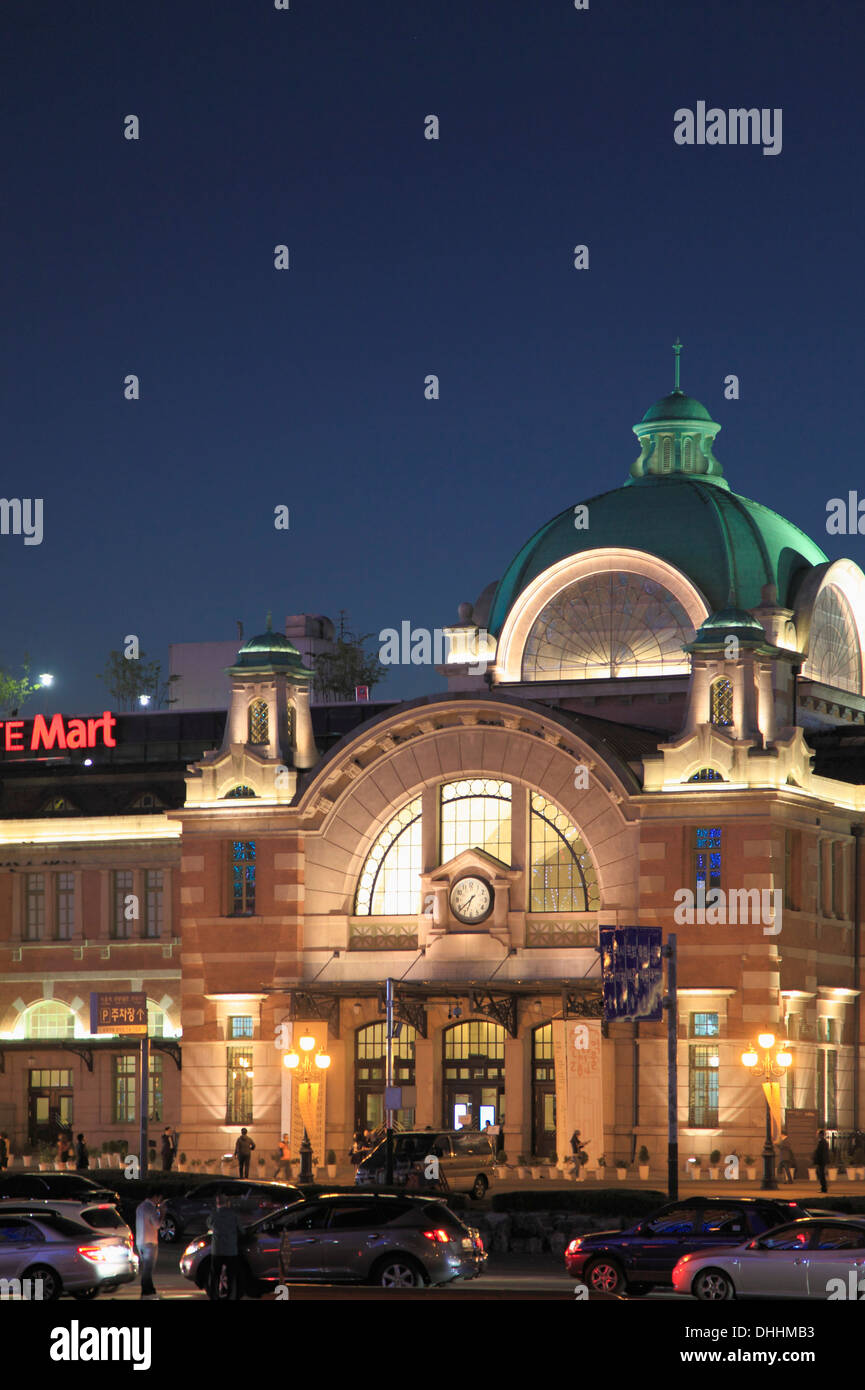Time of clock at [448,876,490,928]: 6:38
